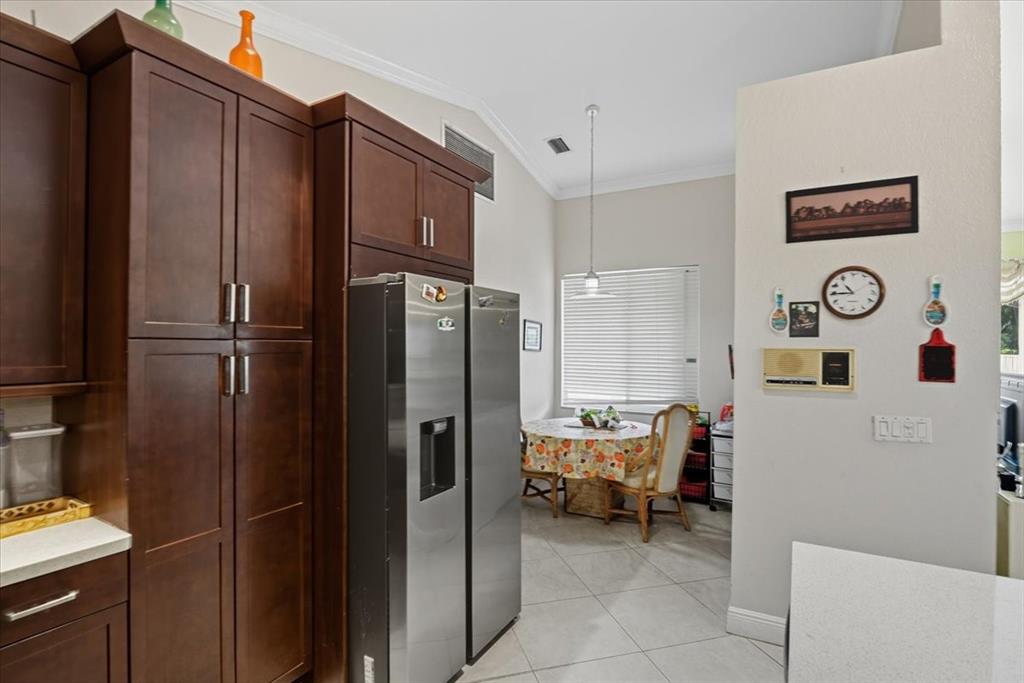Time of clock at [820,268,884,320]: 10:45
